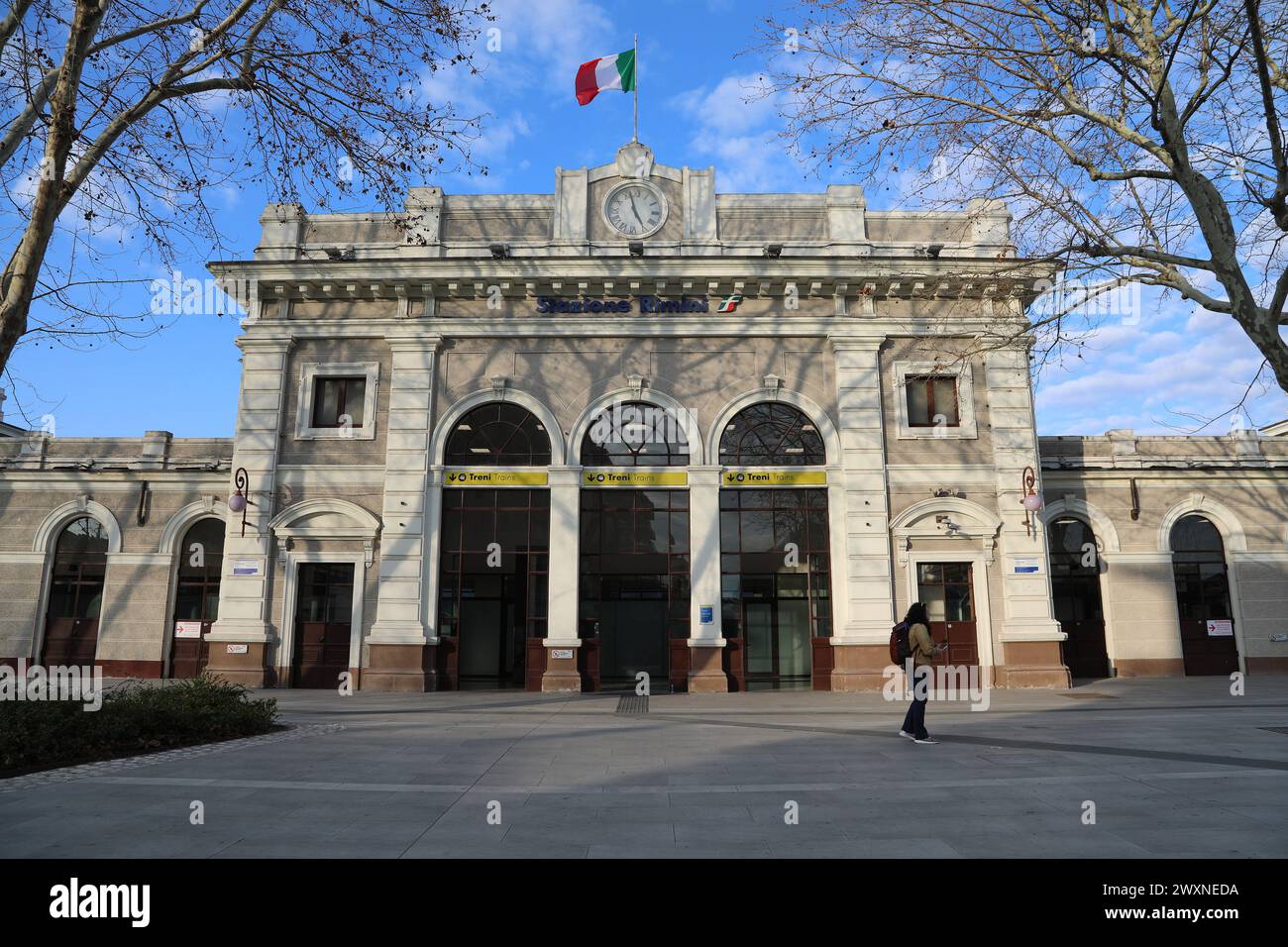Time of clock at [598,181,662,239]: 4:57
